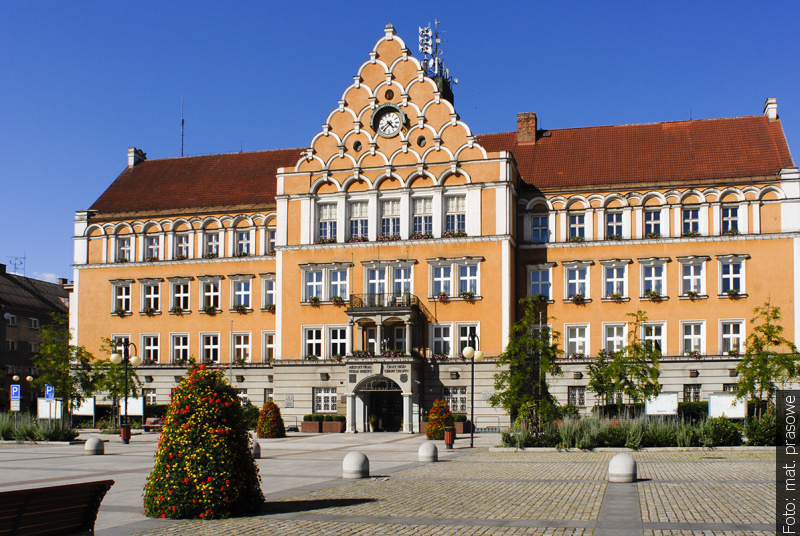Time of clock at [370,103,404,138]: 4:37
